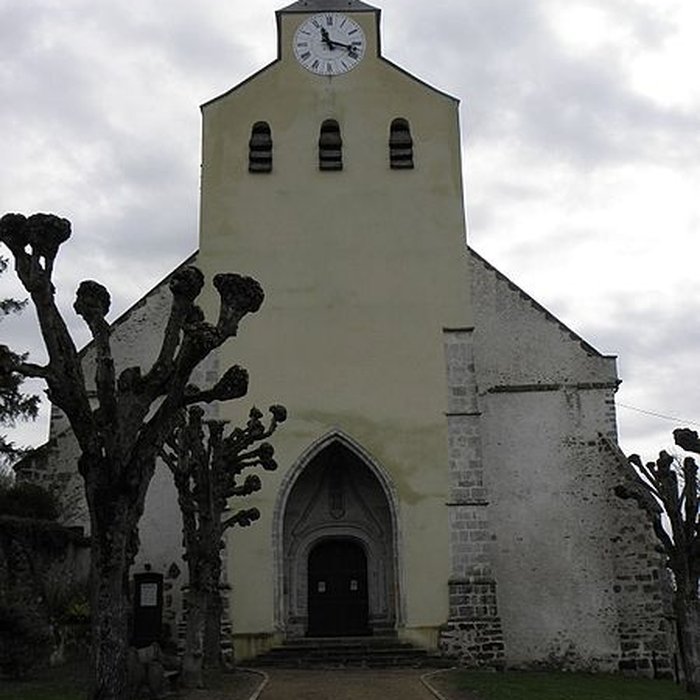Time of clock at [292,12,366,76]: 11:17
